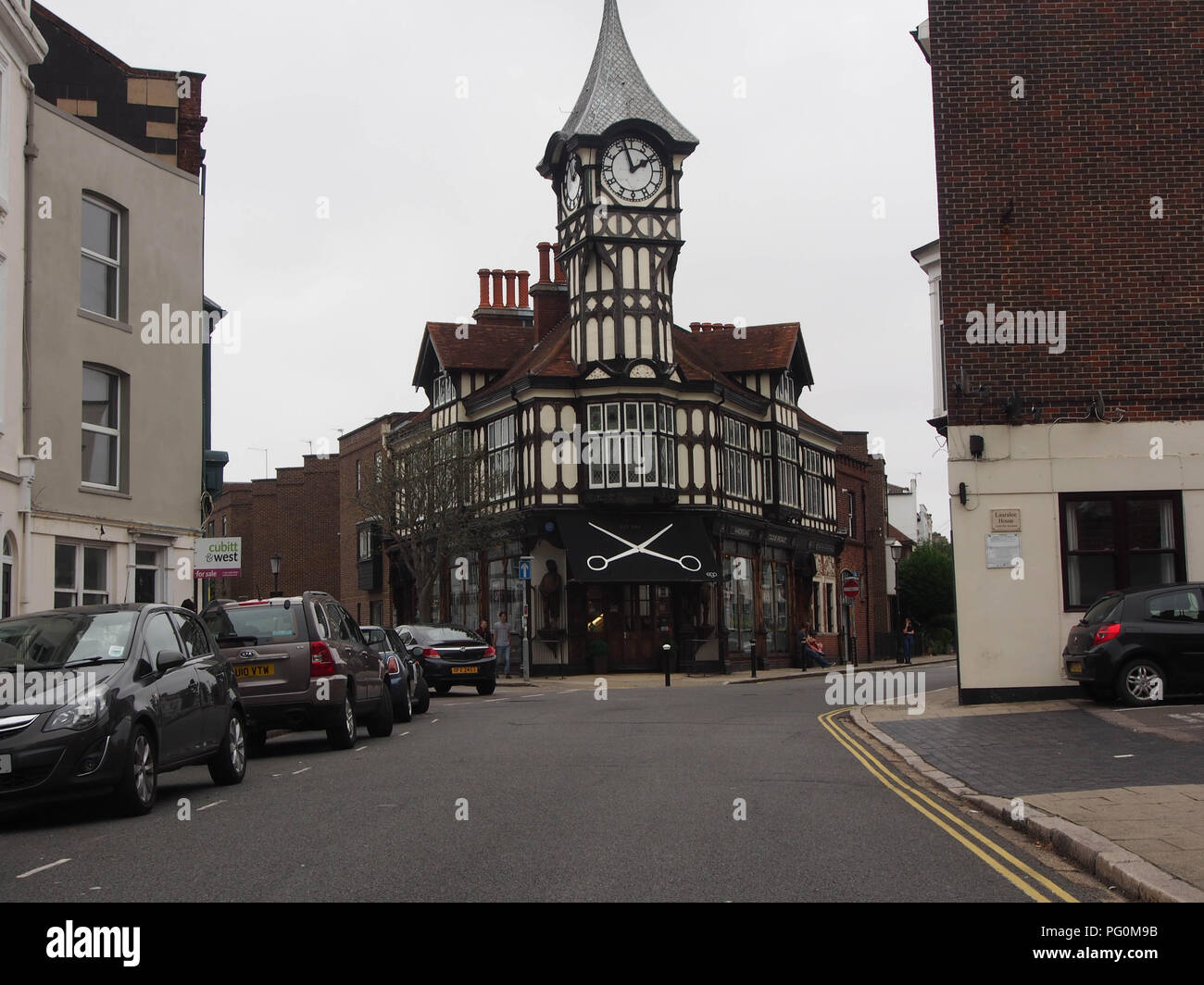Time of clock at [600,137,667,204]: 1:57
